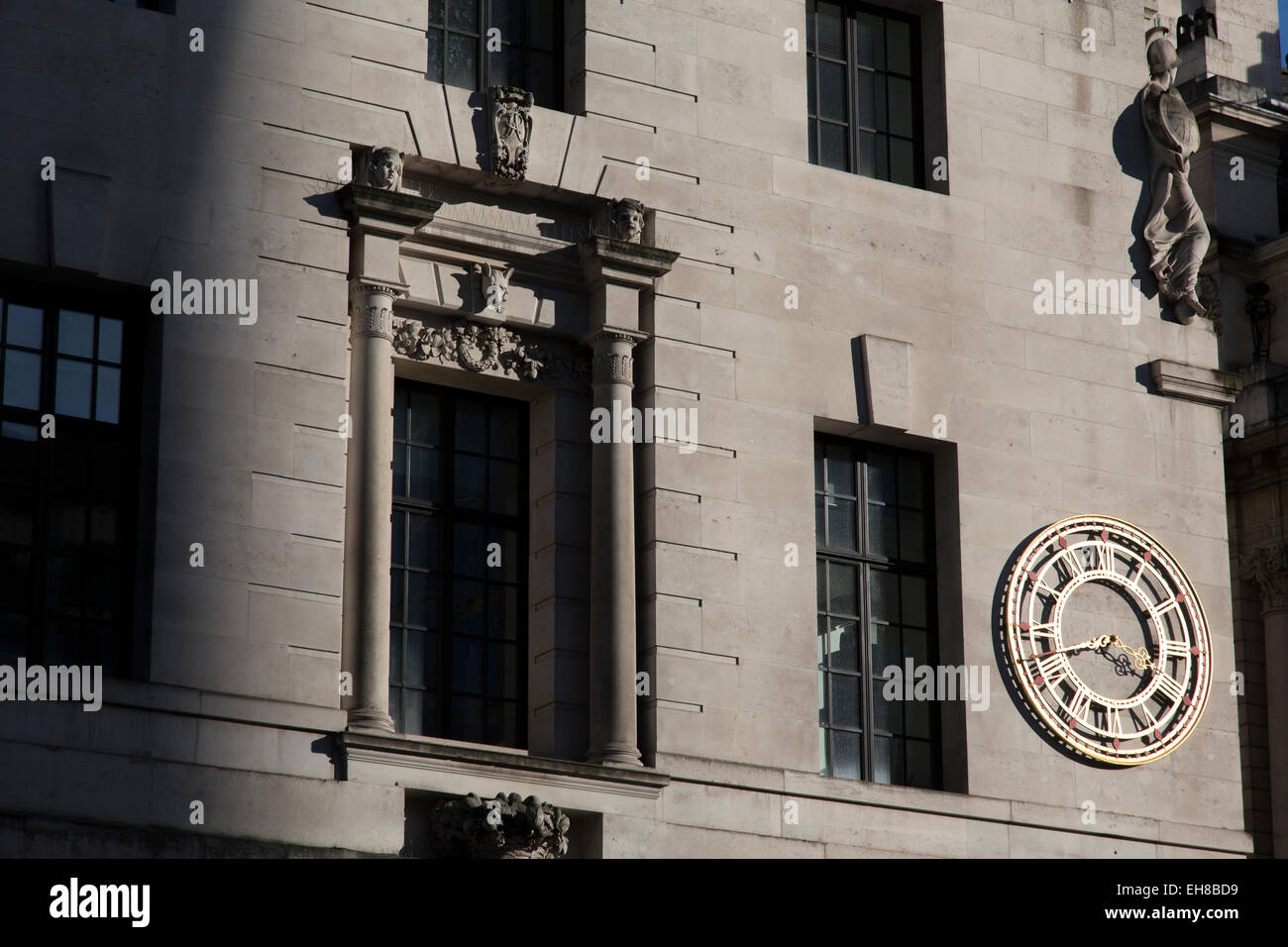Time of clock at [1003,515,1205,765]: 3:42
